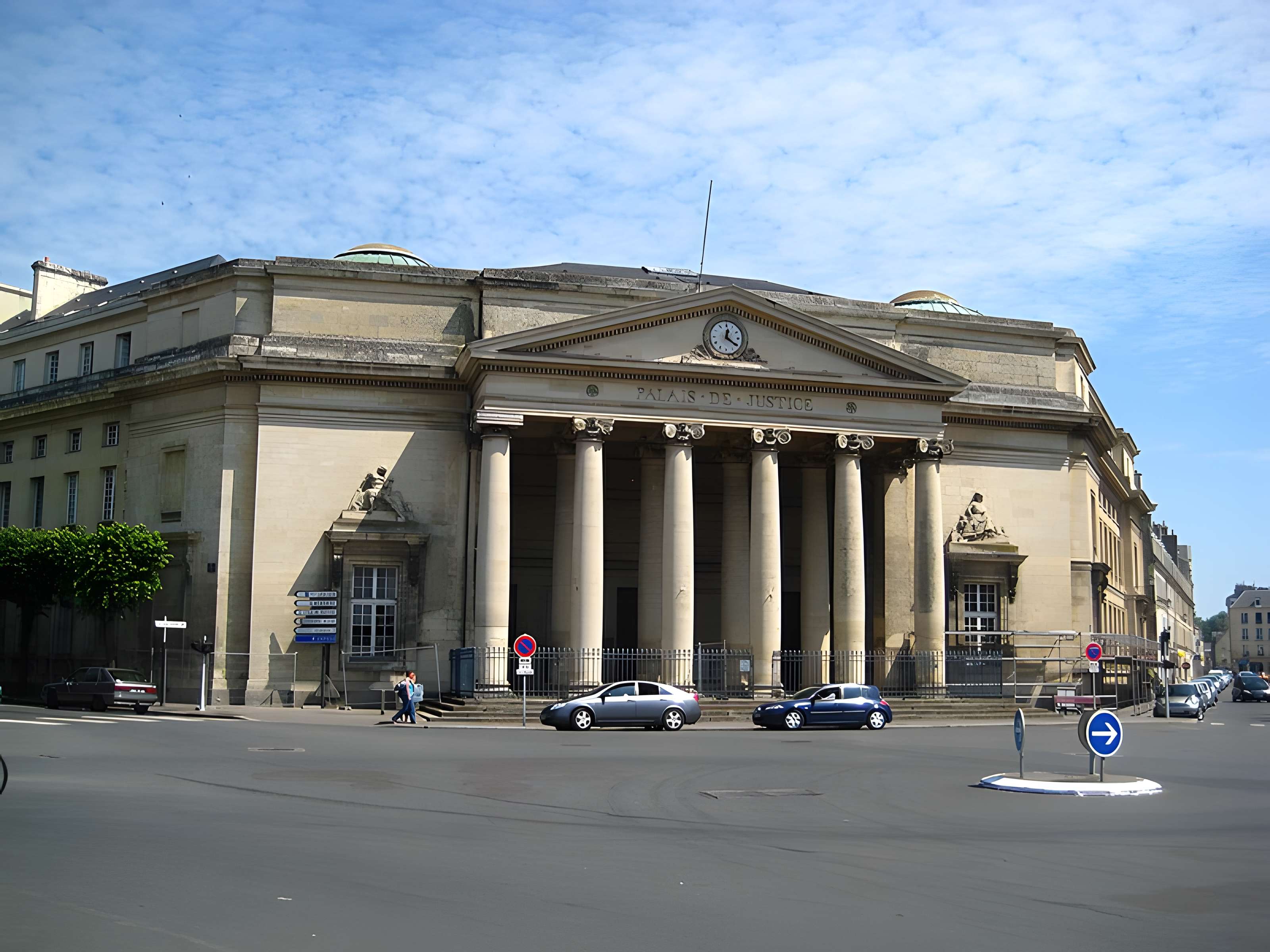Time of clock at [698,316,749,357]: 12:20
